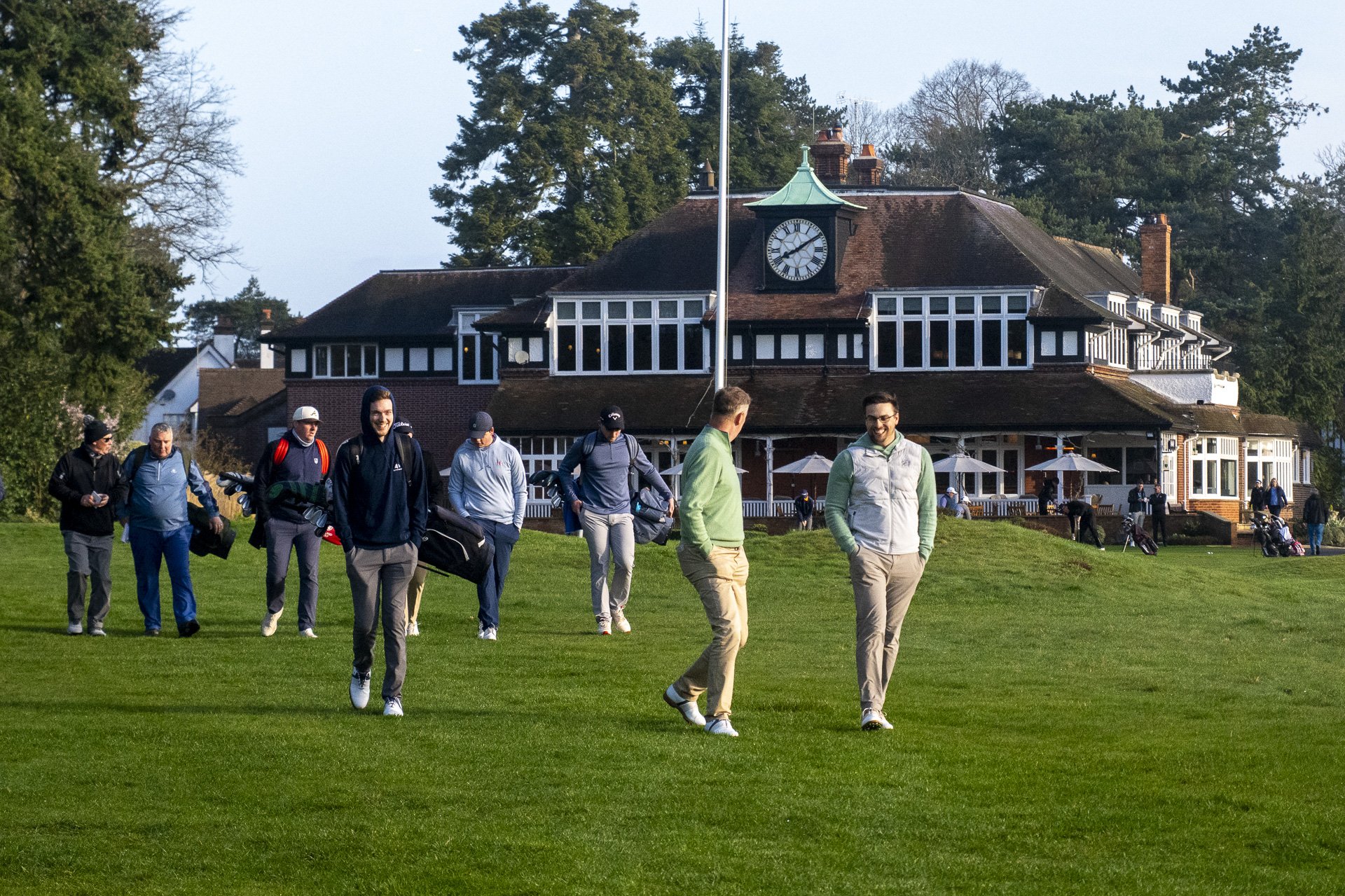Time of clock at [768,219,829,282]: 8:09
